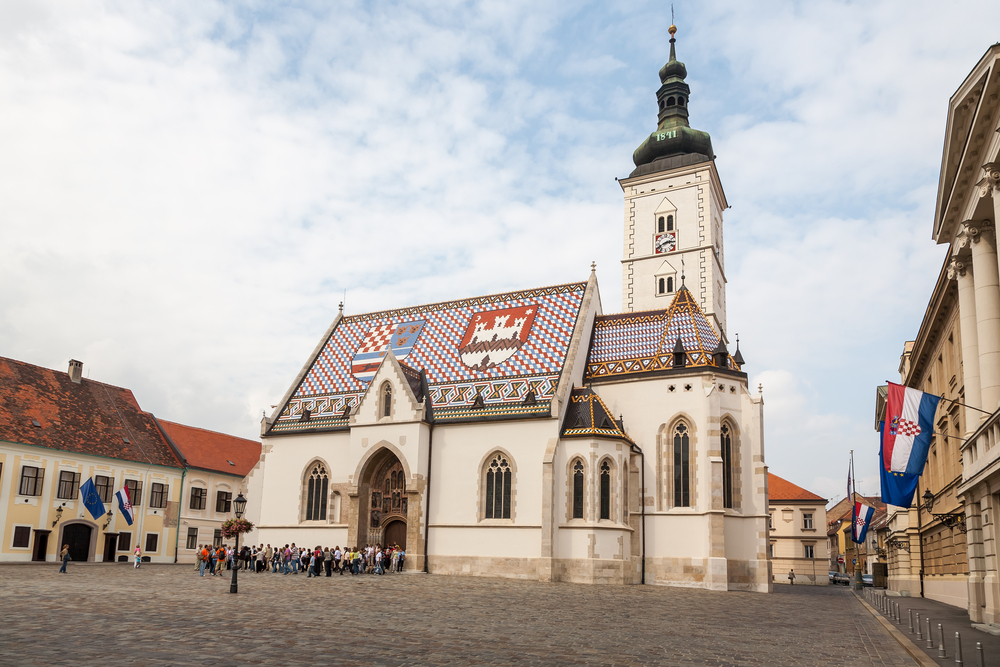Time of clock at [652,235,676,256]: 2:40
